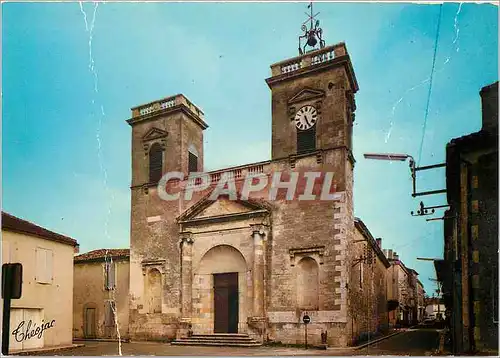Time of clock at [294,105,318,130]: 5:26
